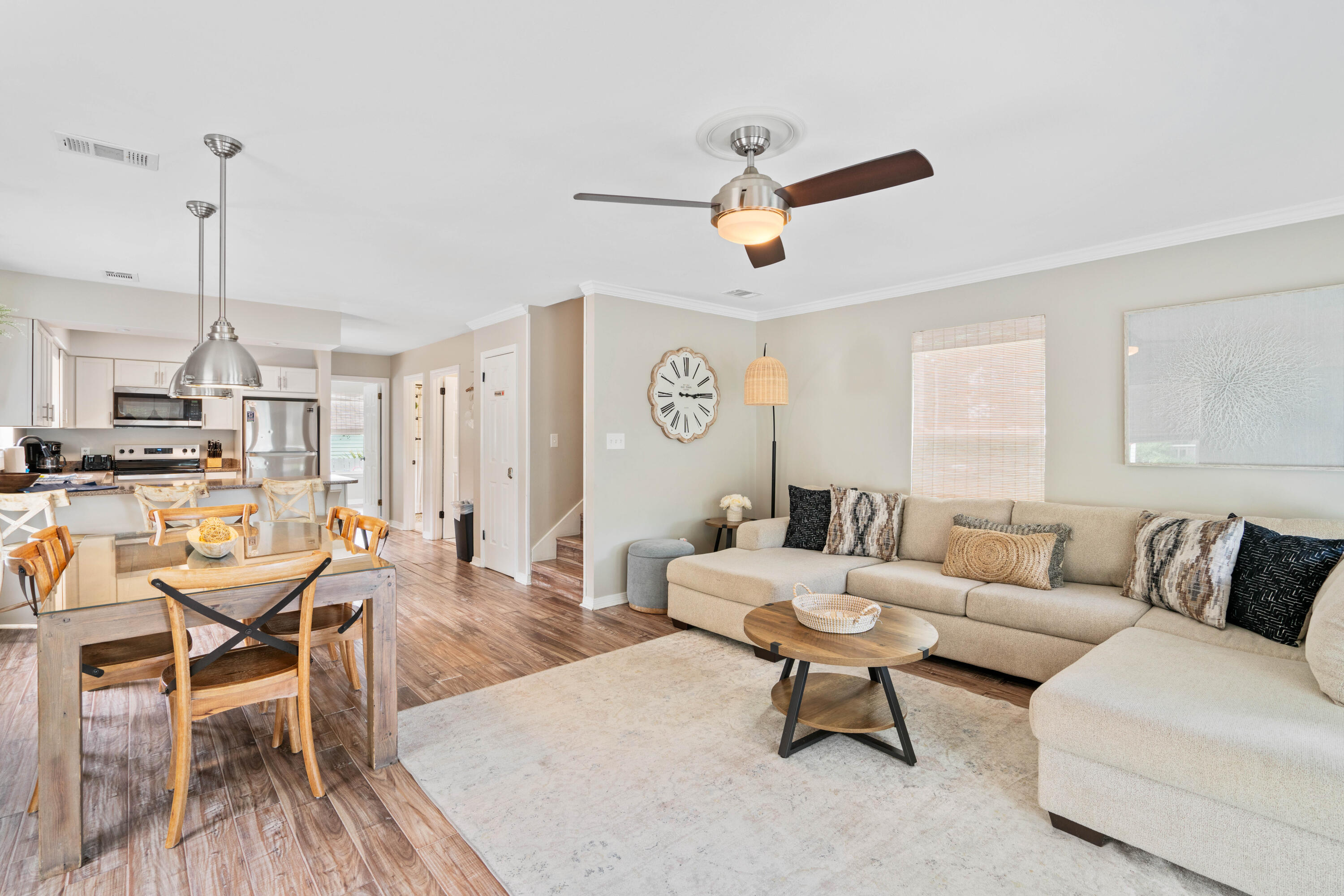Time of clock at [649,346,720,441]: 3:14
